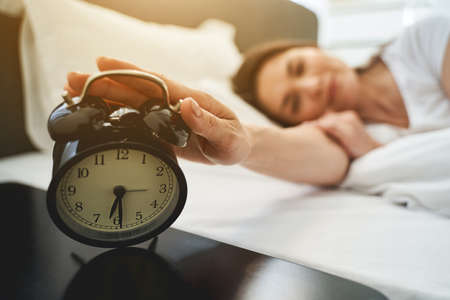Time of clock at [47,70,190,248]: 6:29
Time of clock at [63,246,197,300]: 6:29
